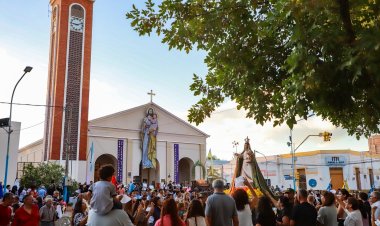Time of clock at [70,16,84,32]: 9:11
